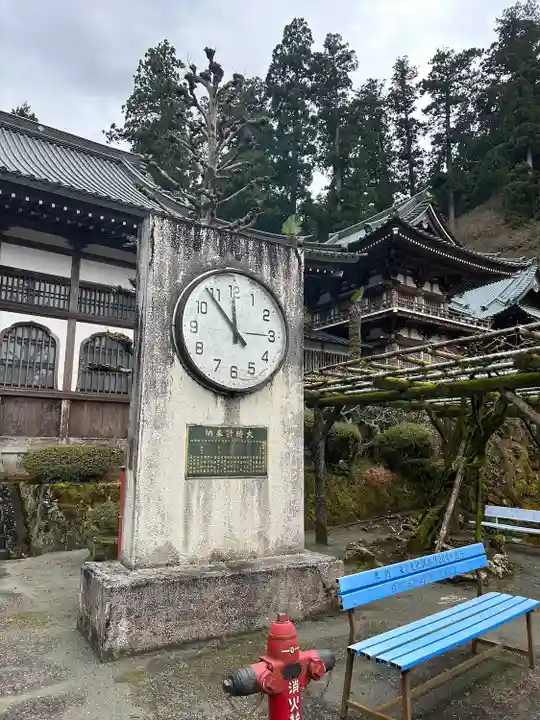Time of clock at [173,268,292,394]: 11:53
